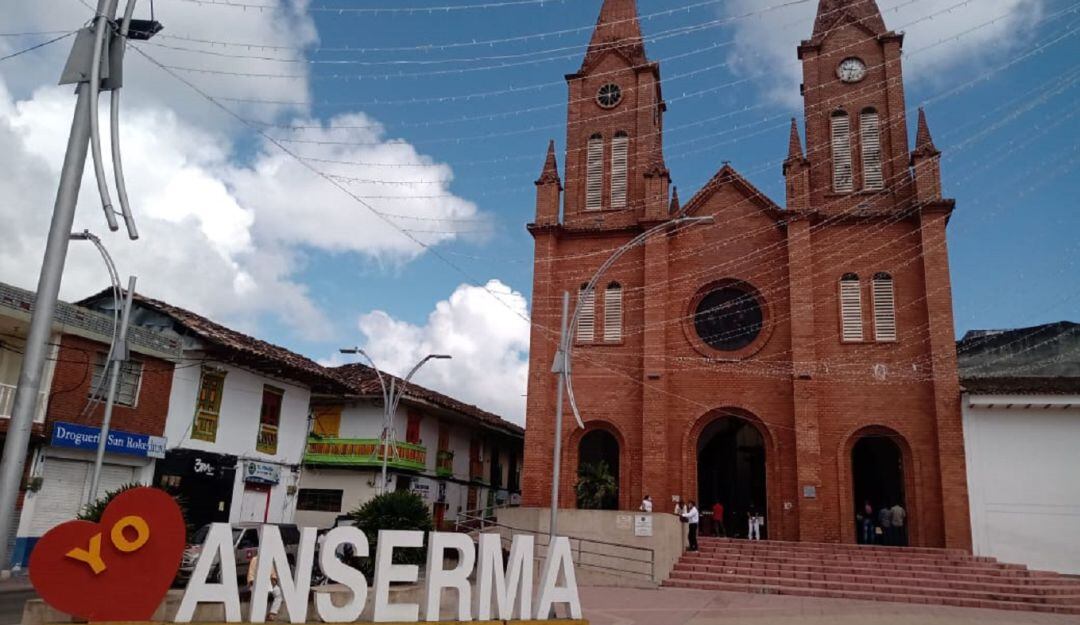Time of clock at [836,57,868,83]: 9:33
